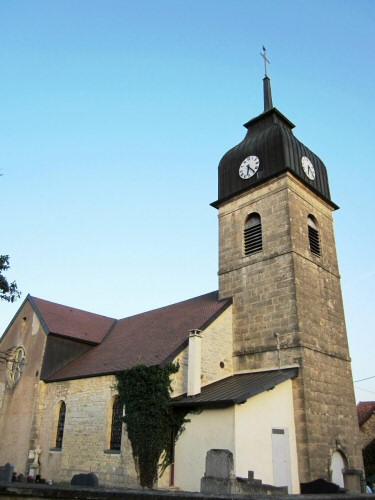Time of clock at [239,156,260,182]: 6:23
